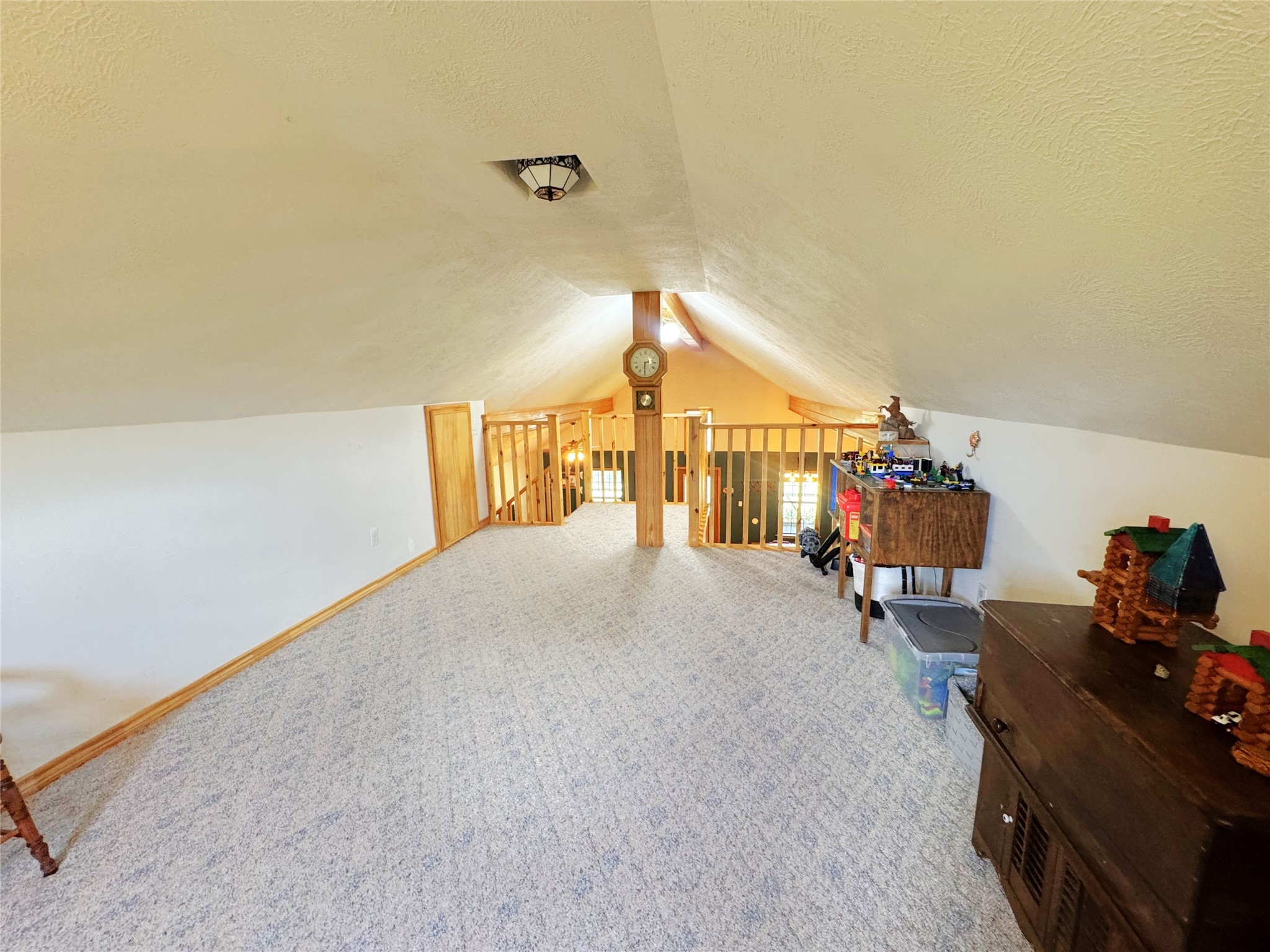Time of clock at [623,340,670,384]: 2:29
